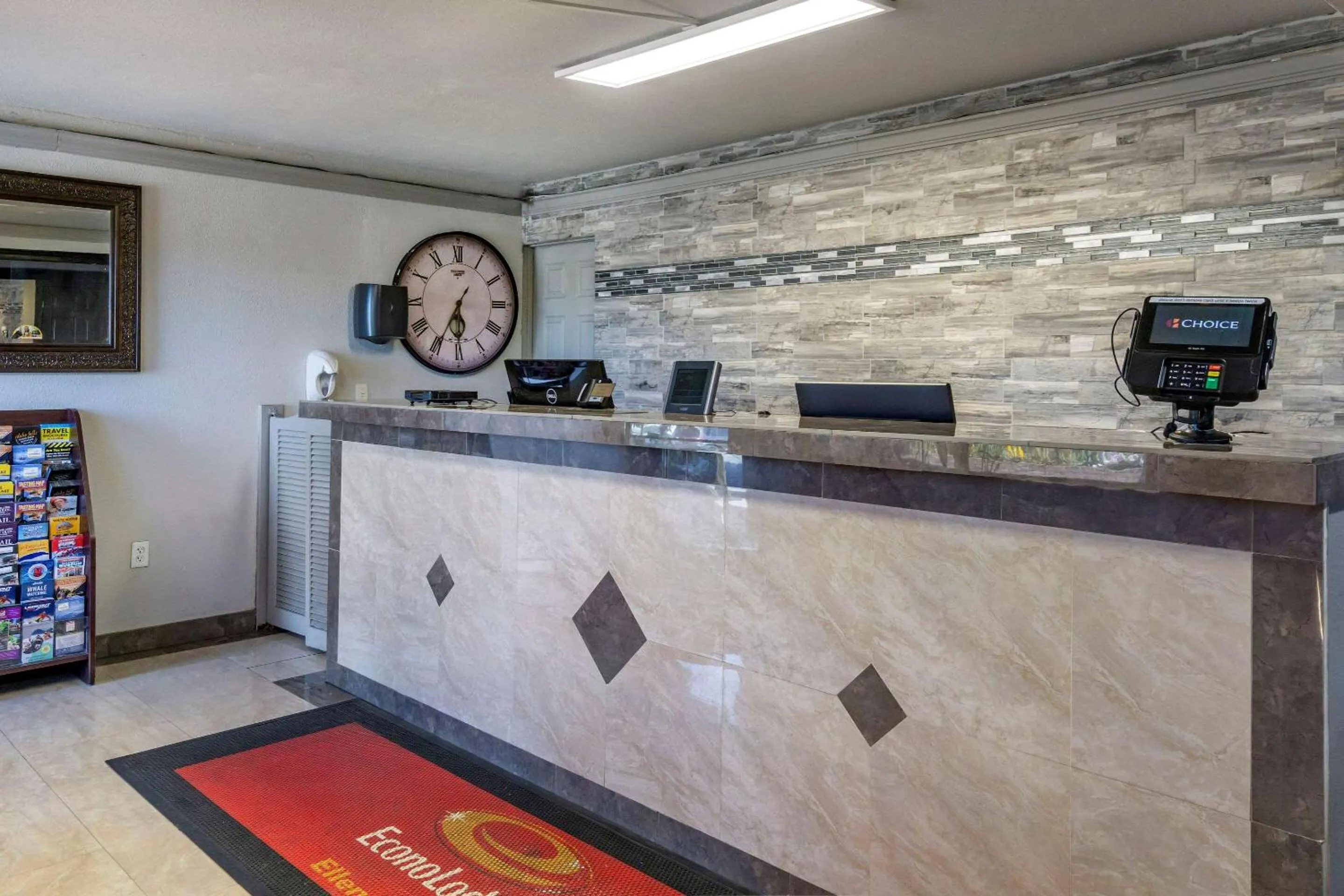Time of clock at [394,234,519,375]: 5:34
